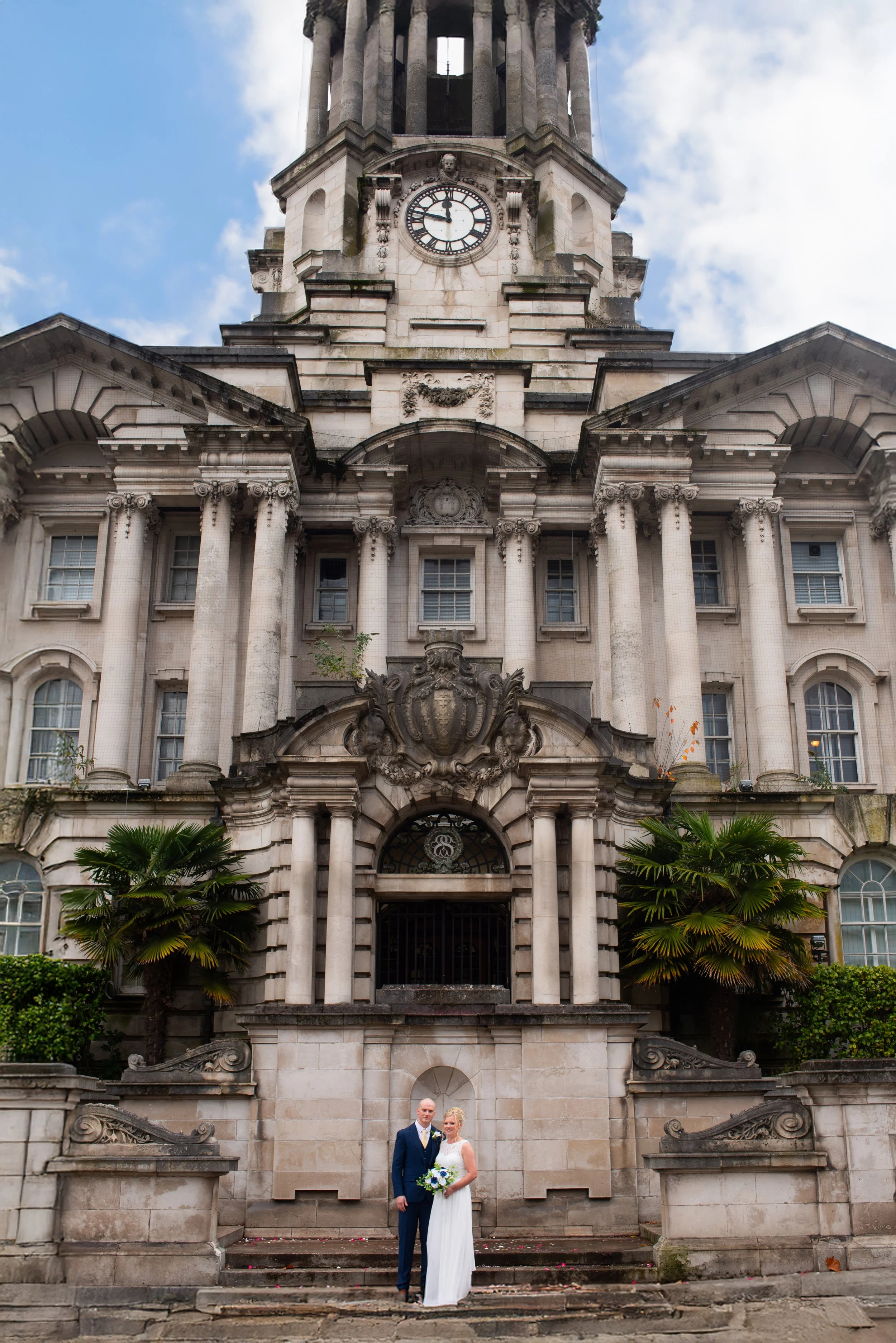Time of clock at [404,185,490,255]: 11:46
